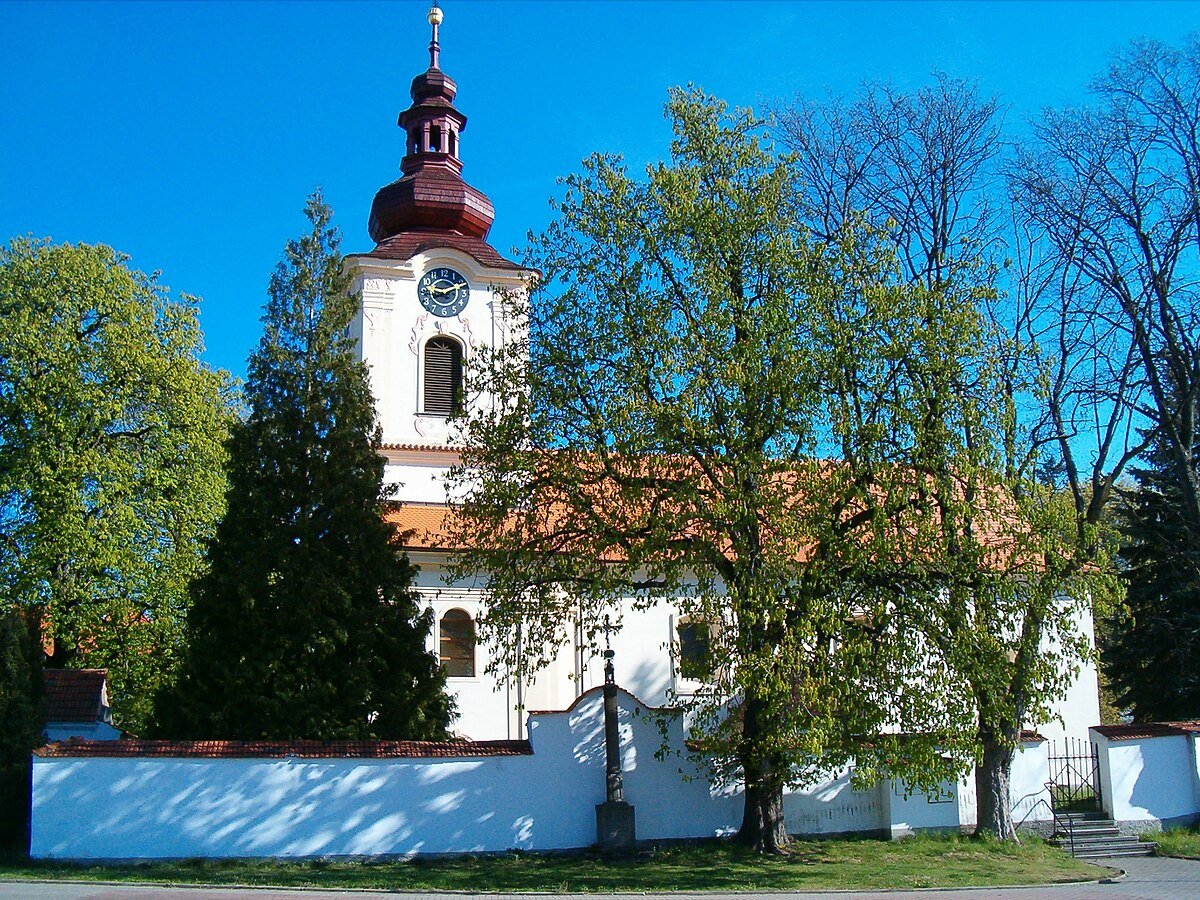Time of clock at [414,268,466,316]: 9:11
